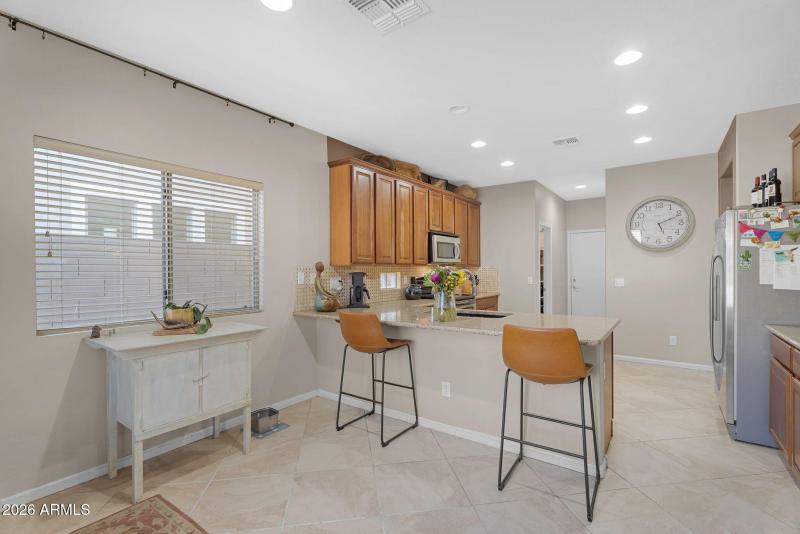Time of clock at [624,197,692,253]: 5:11
